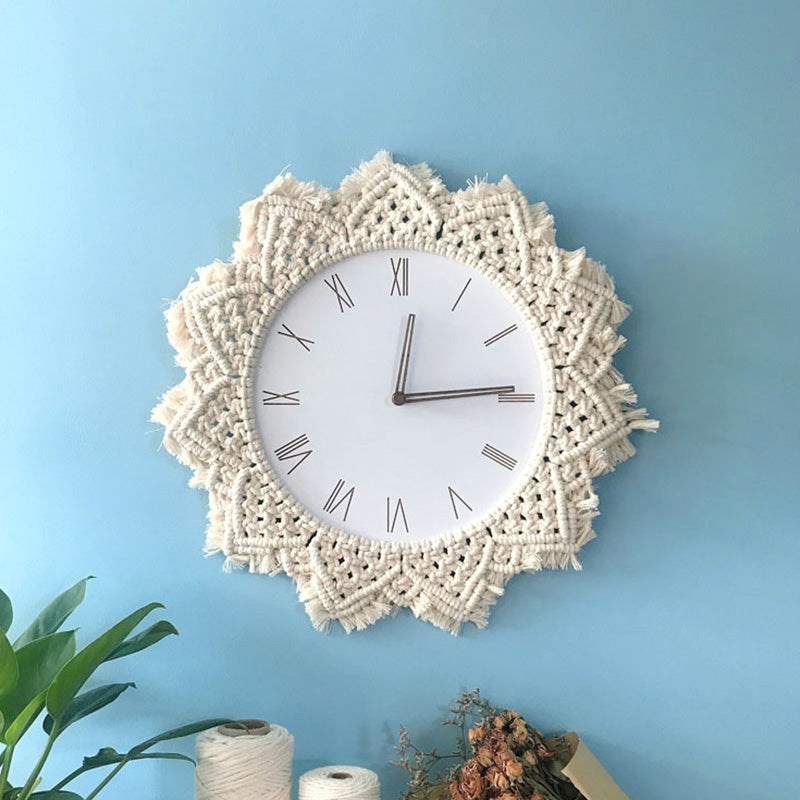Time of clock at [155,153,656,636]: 12:14
